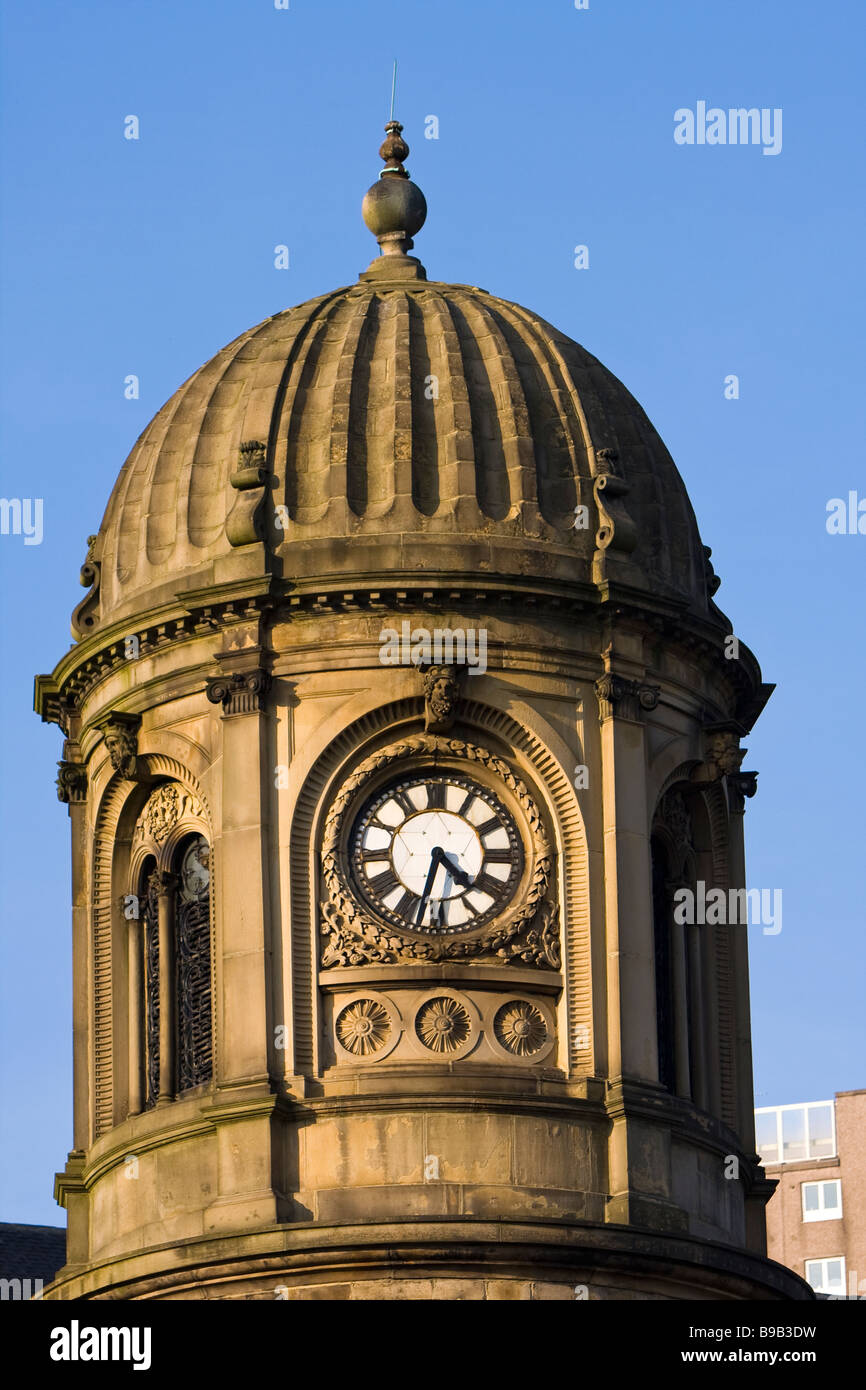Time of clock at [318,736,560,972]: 4:33
